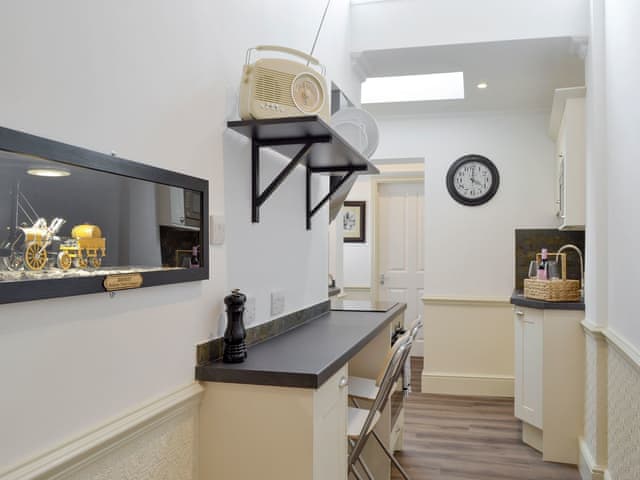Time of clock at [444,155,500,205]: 4:00
